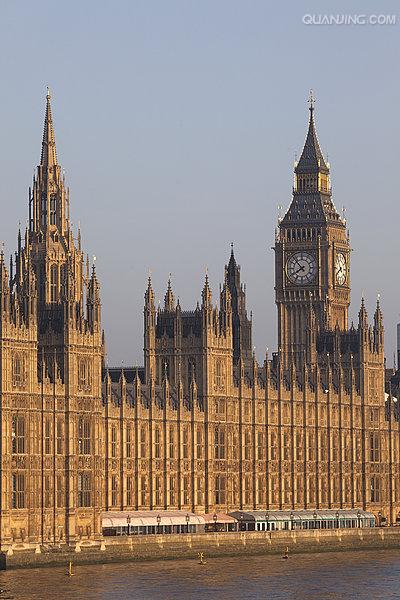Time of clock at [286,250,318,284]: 7:52
